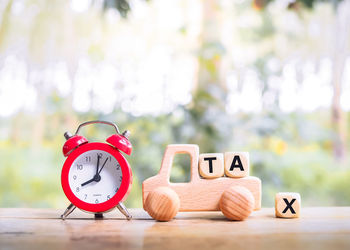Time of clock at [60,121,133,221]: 8:01
